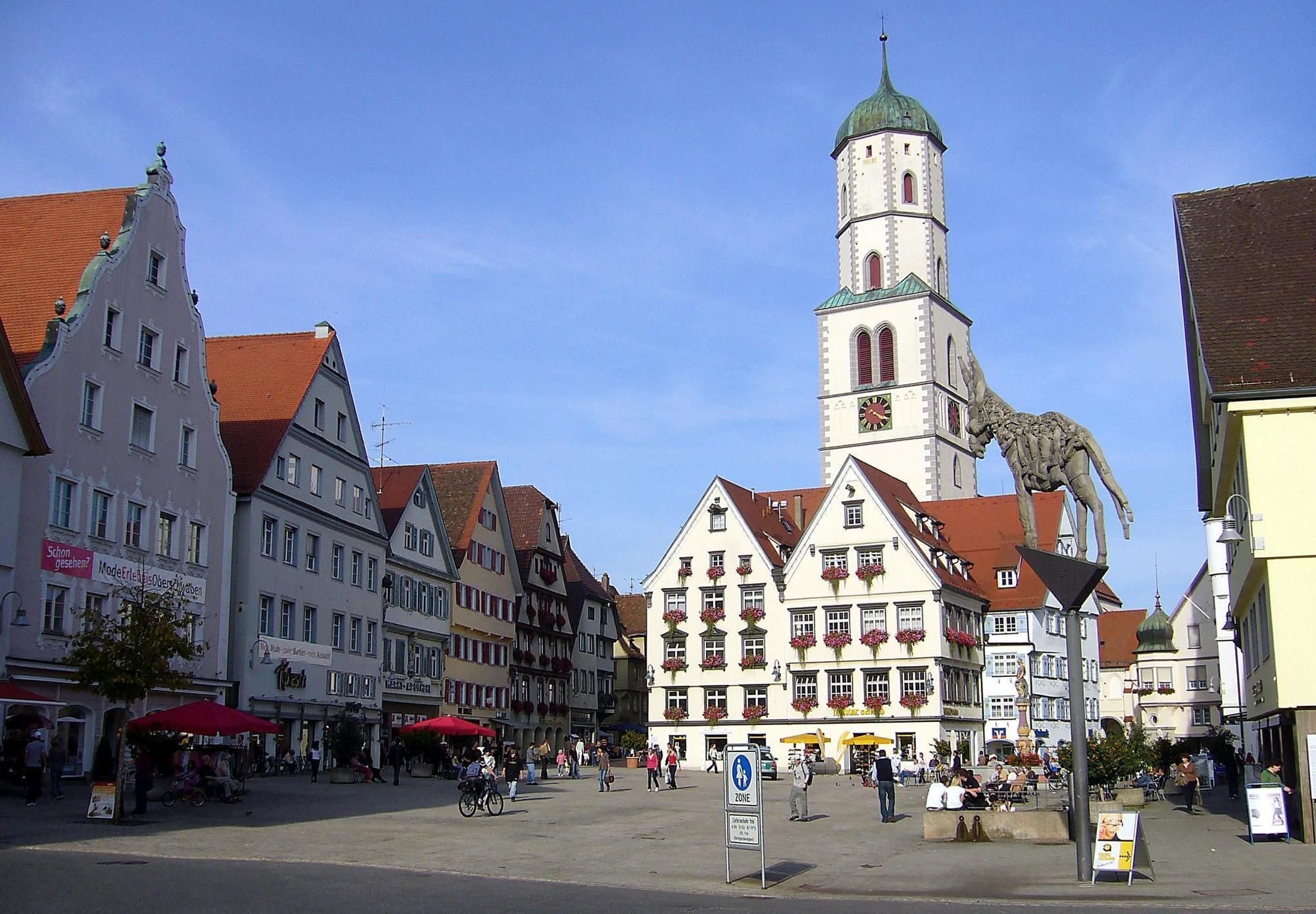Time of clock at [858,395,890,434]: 4:19
